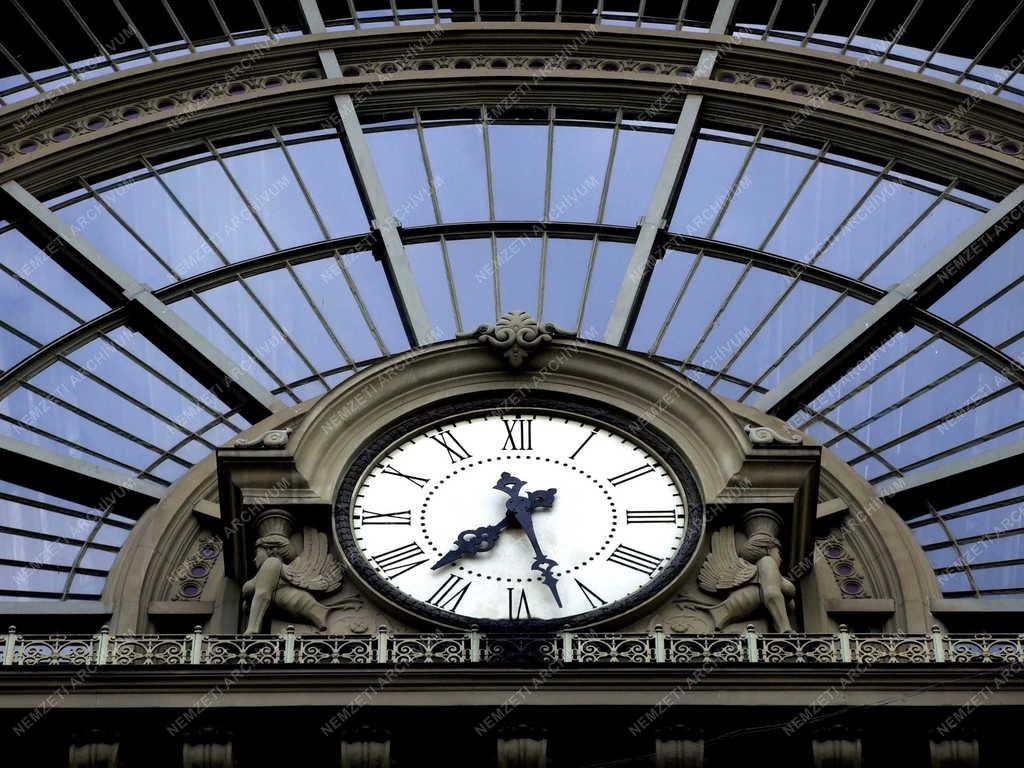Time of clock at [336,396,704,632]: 7:27
